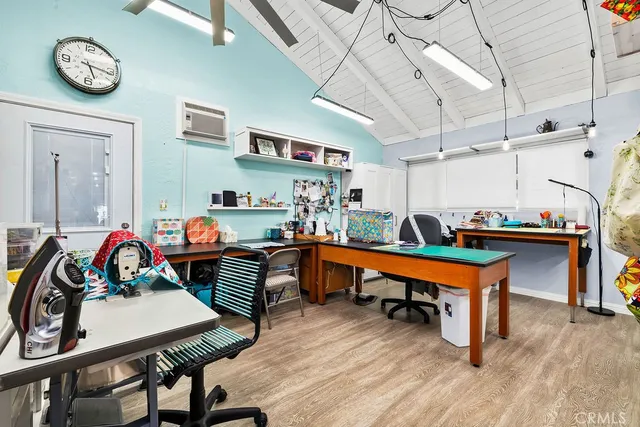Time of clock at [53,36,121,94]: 5:16
